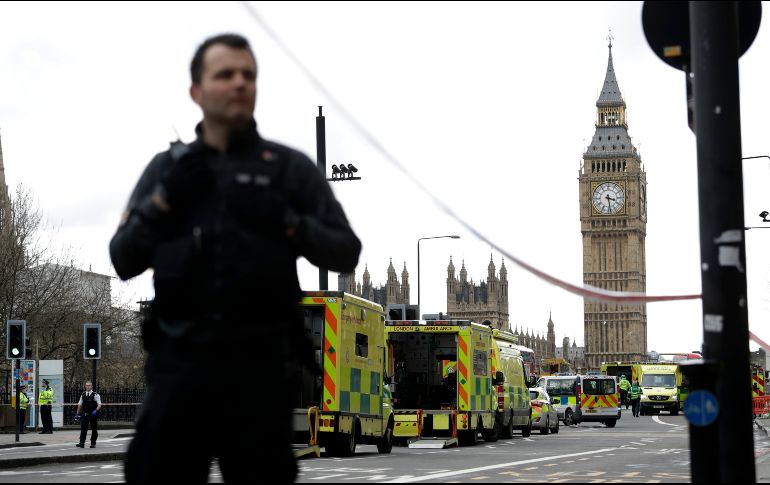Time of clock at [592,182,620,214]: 3:28
